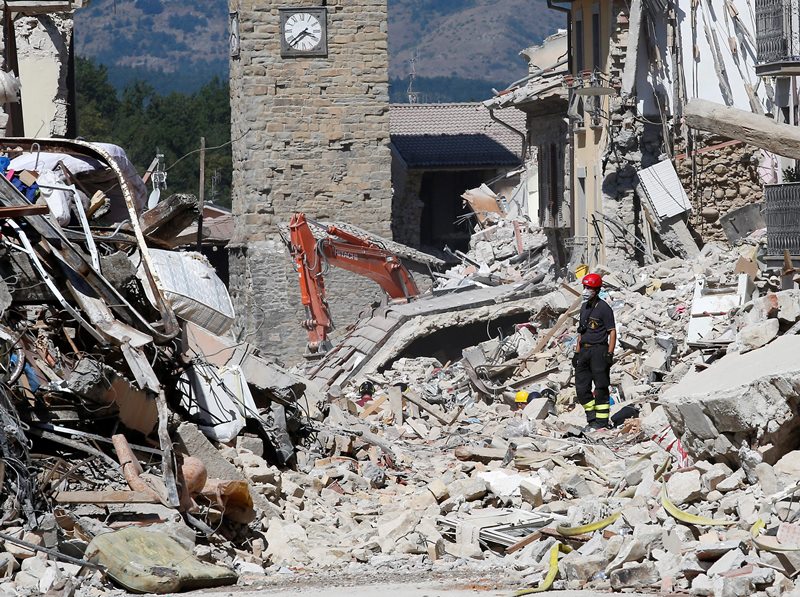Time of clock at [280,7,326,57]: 3:38
